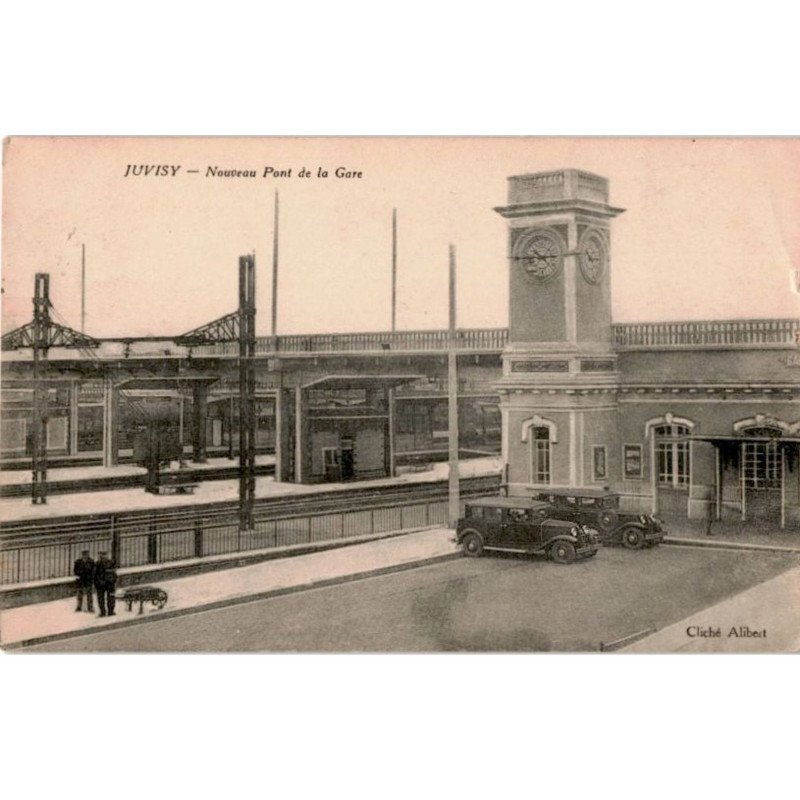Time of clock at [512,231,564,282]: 2:44
